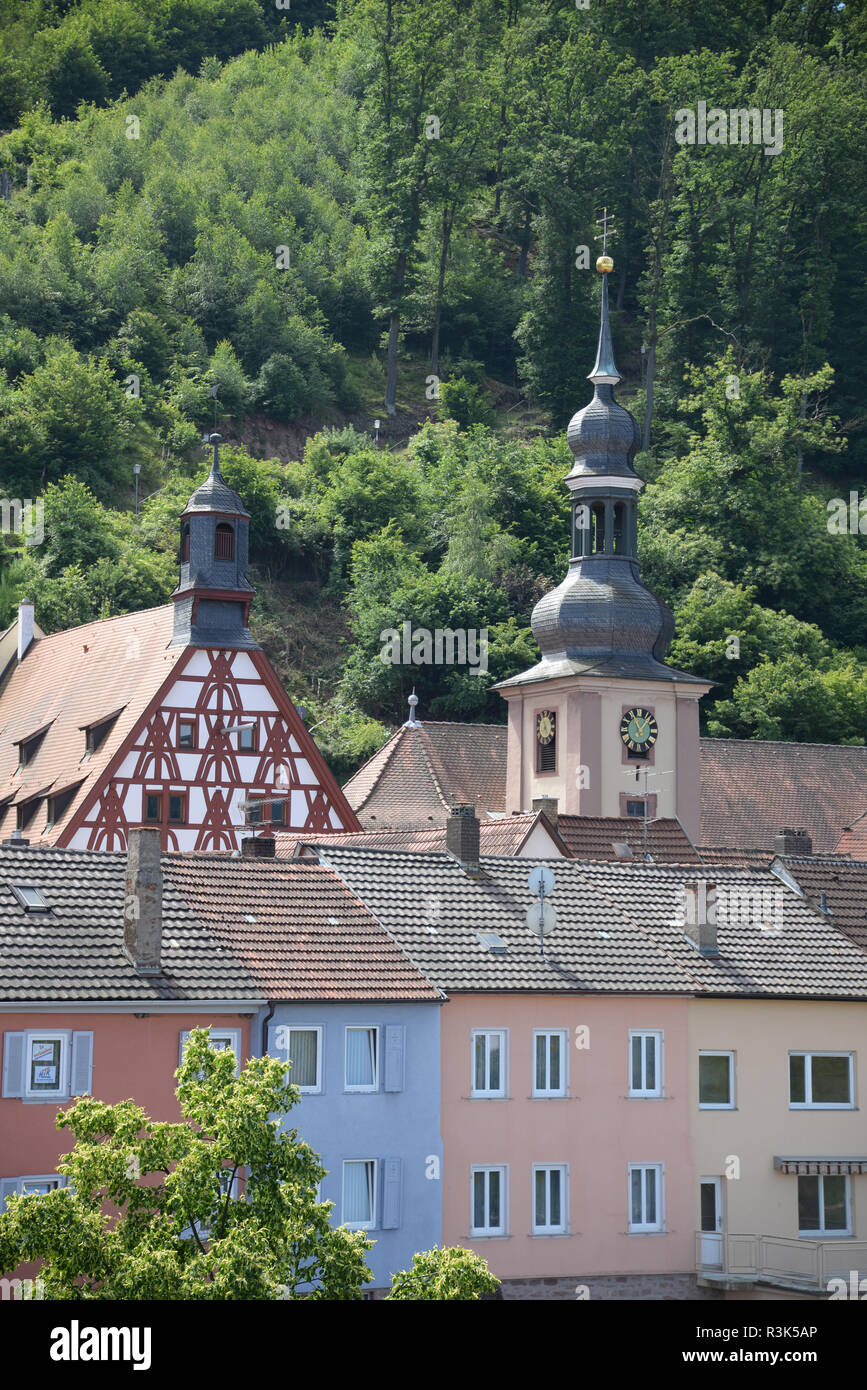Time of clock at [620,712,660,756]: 11:07
